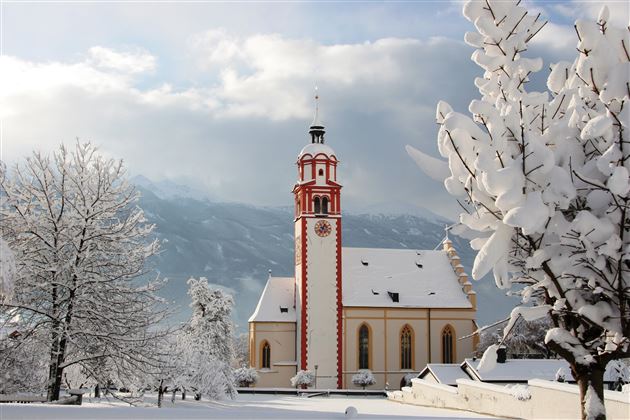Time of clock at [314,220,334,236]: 12:34
